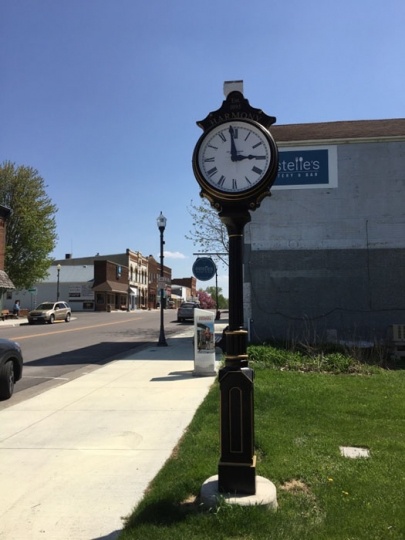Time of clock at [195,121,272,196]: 2:58
